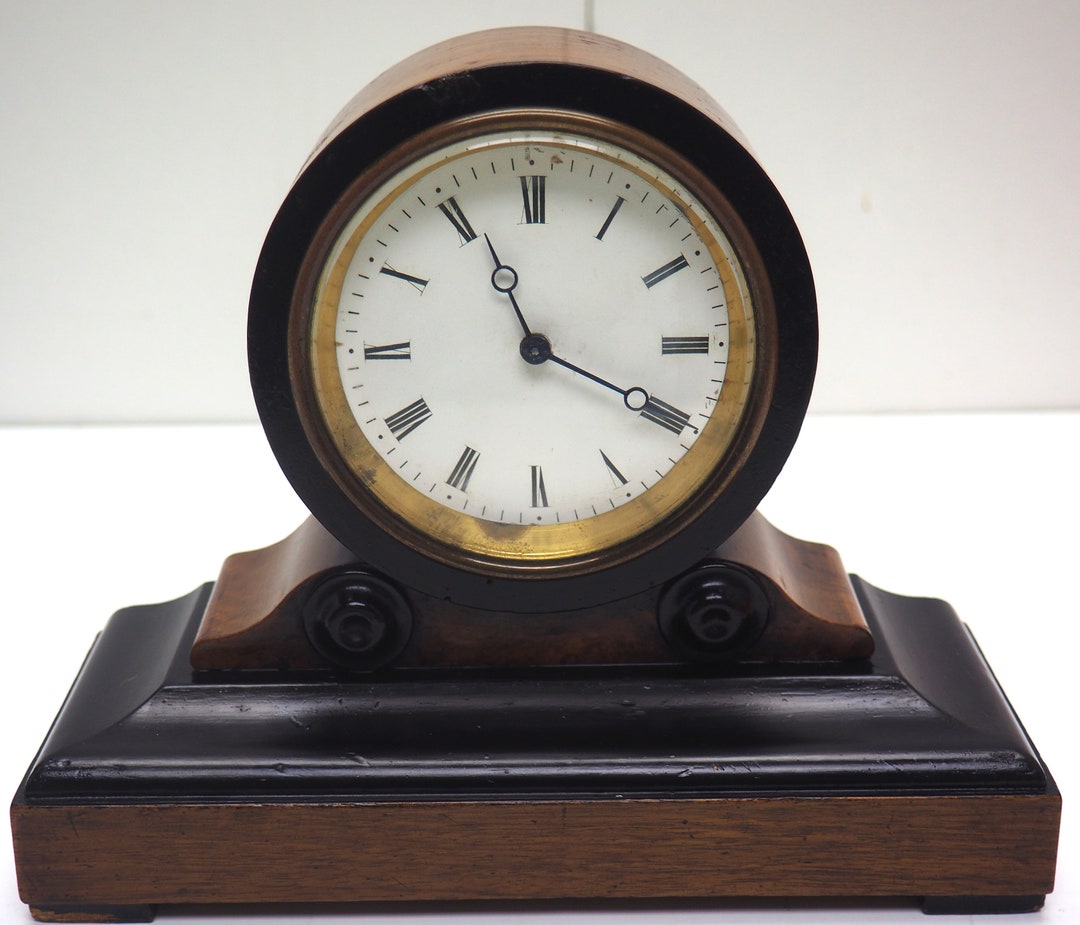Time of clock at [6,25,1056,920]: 11:19
